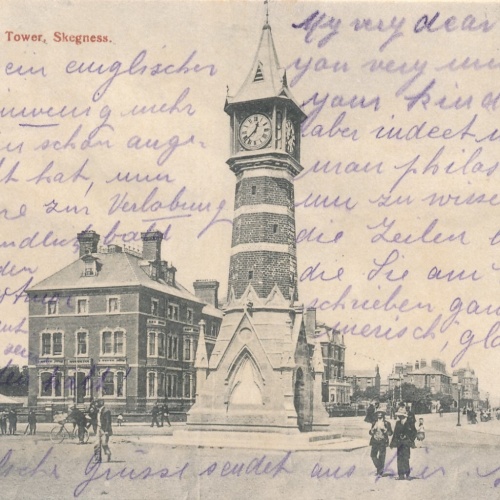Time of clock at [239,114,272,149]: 12:37
